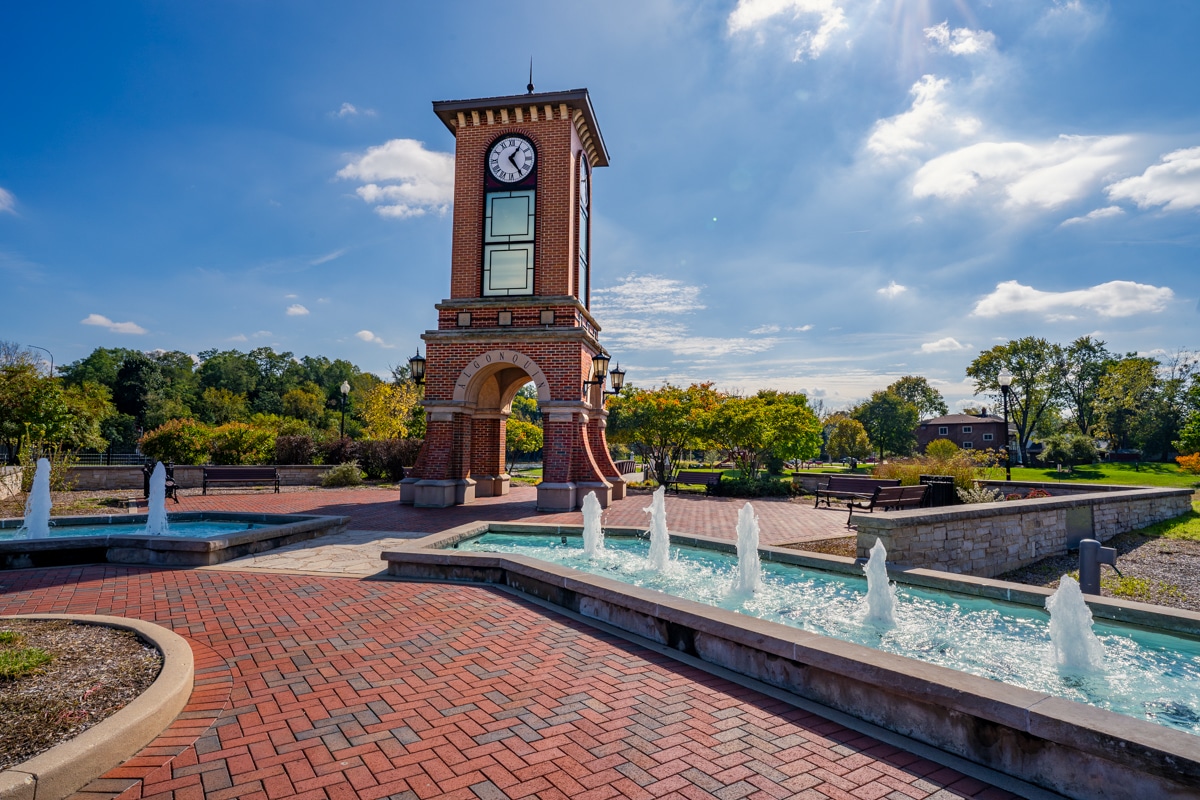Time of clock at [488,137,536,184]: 1:24
